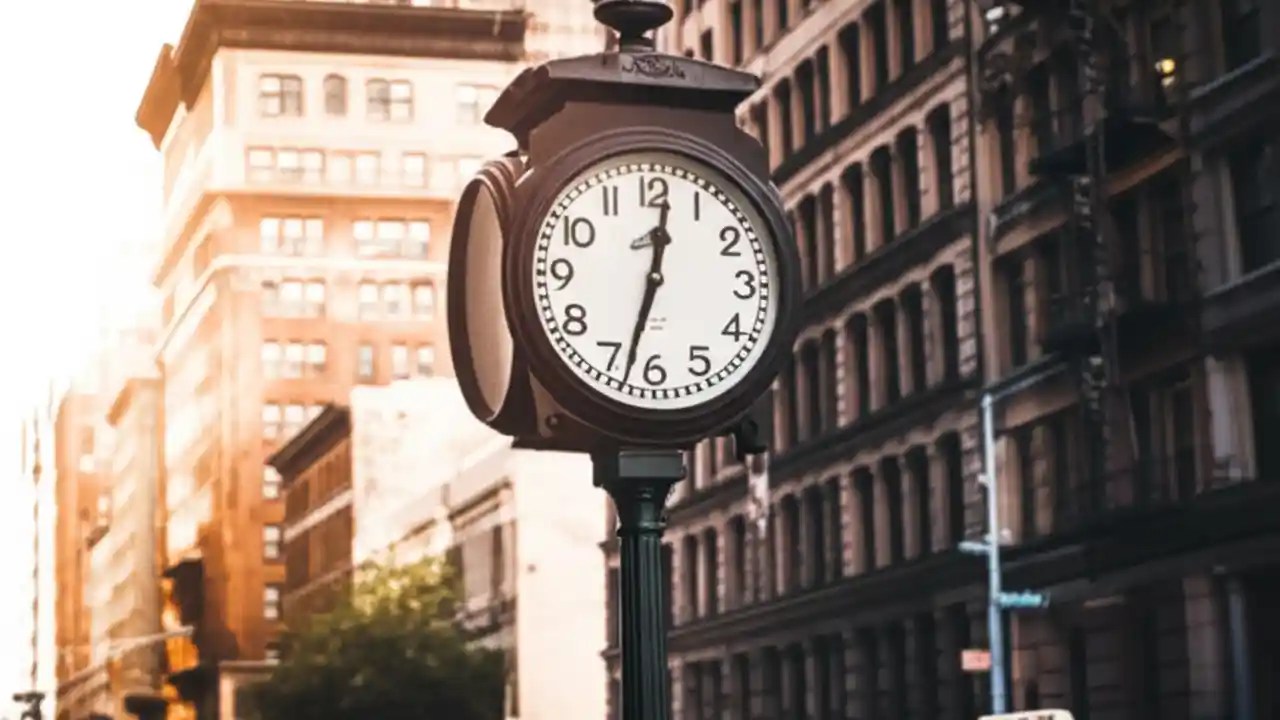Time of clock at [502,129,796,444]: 12:32
